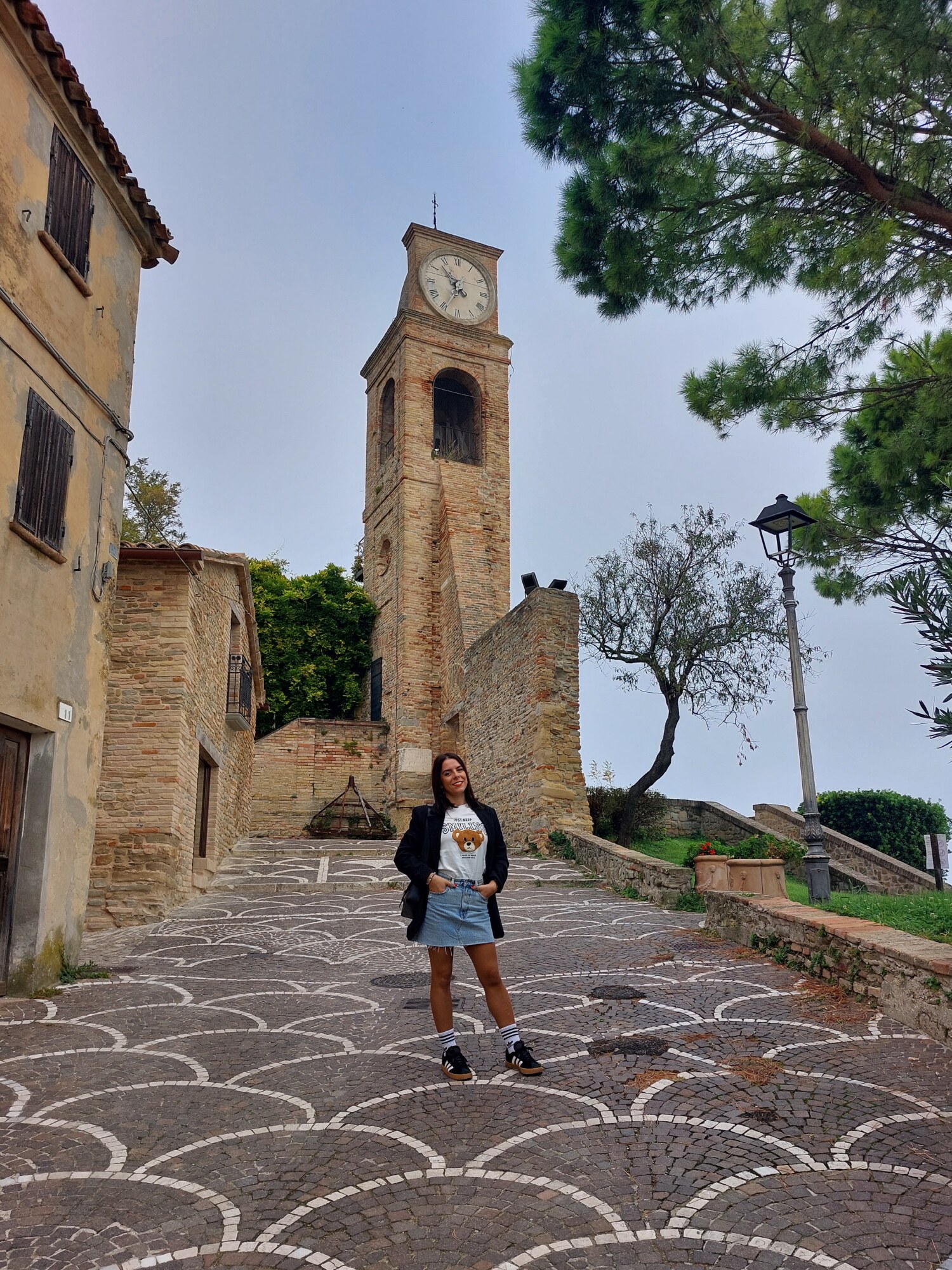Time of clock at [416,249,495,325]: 6:52
